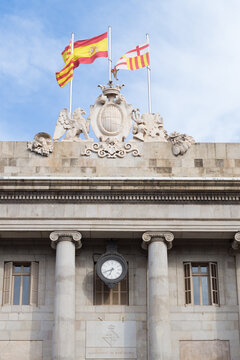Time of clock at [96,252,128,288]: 6:41
